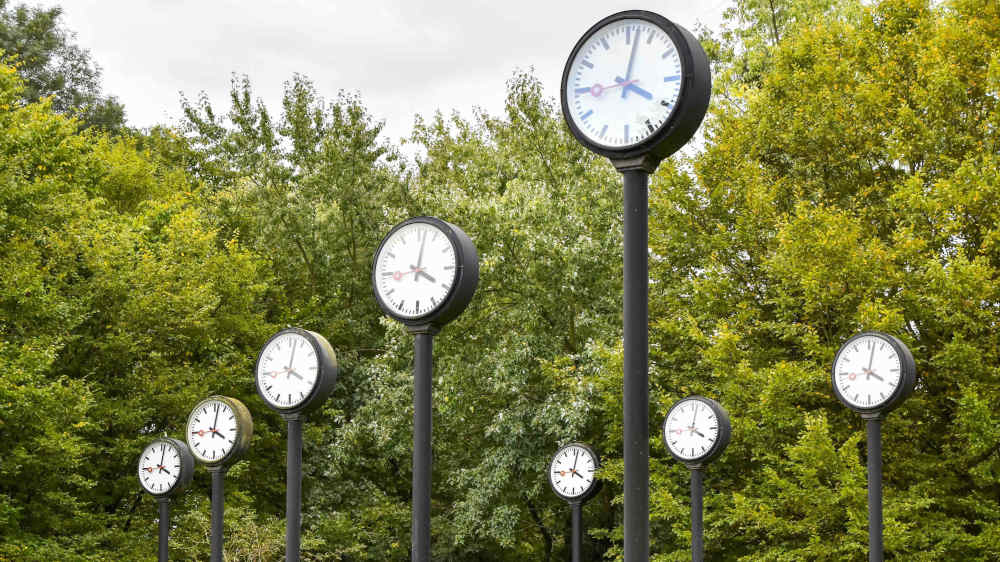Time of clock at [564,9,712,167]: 4:02
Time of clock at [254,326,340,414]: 4:02
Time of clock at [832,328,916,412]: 4:02
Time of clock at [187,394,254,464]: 4:02
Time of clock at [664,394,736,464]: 4:02
